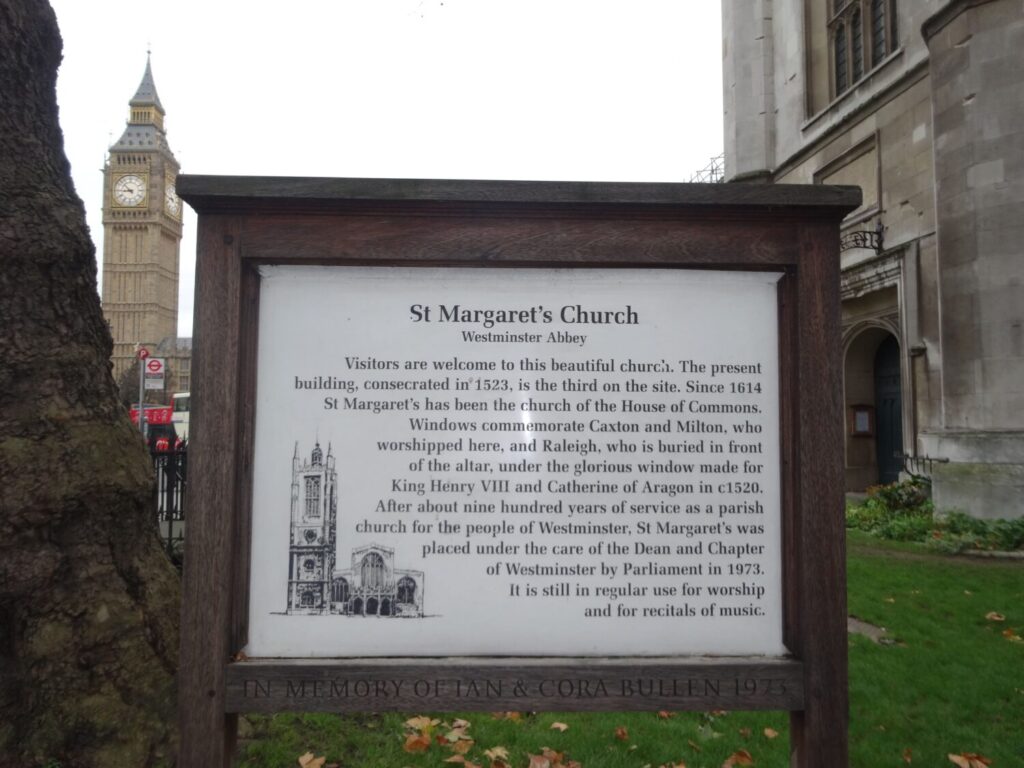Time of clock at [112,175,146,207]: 8:52
